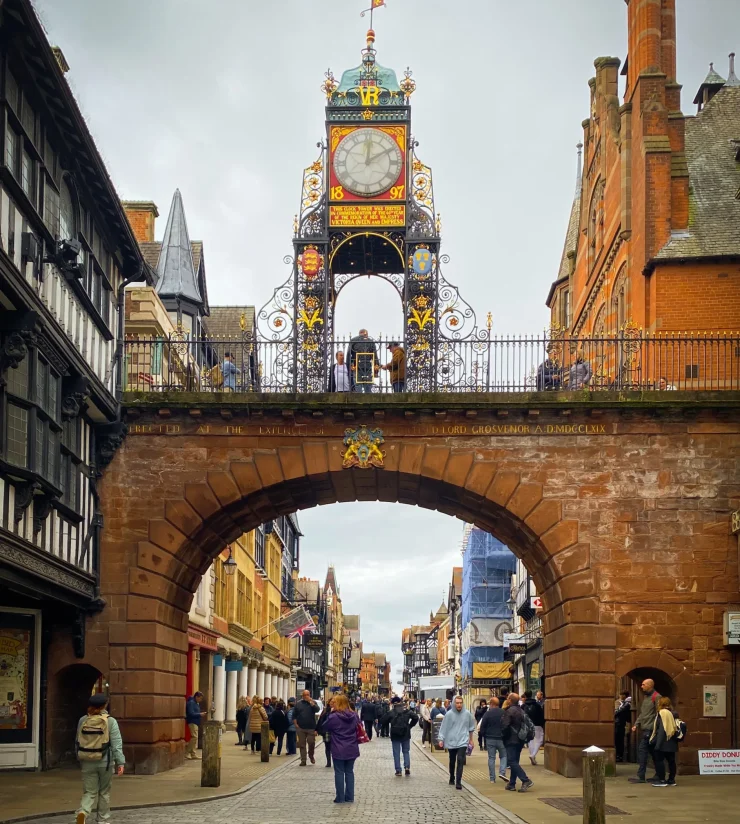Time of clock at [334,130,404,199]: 12:09
